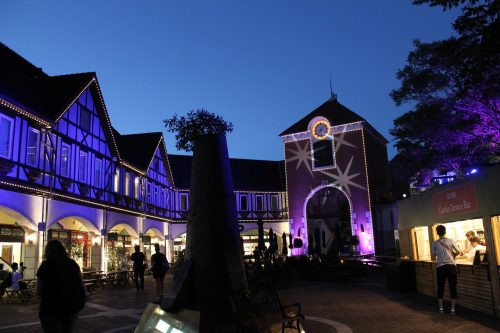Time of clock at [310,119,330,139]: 7:07
